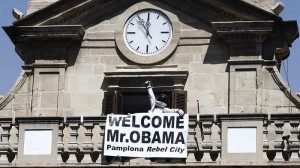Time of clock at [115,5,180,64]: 11:54
